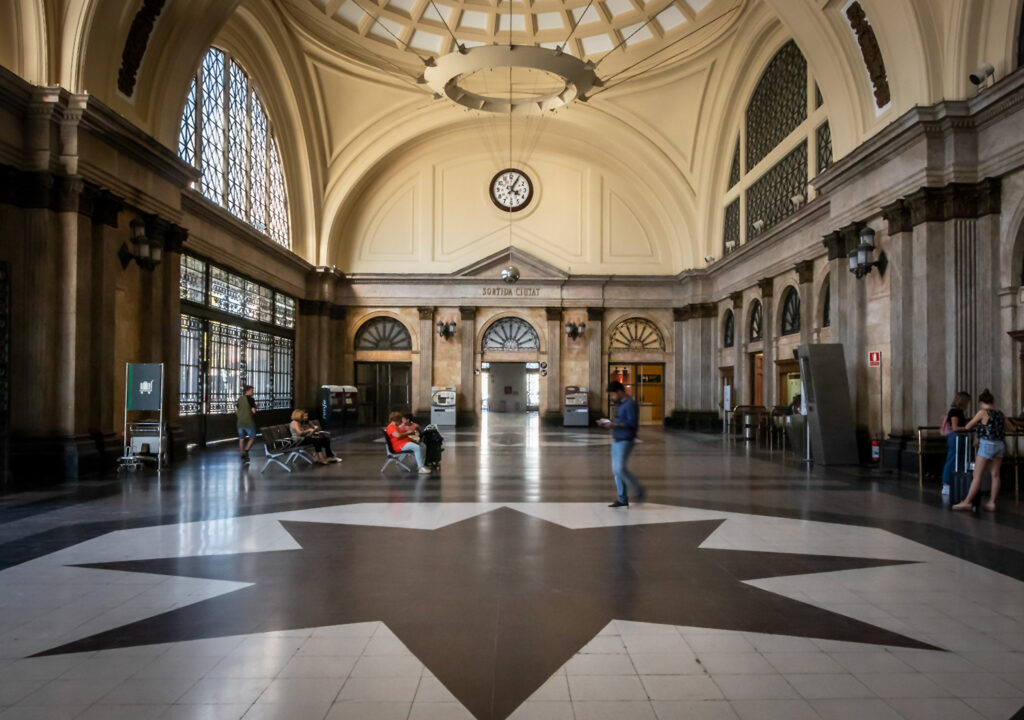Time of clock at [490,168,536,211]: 4:04
